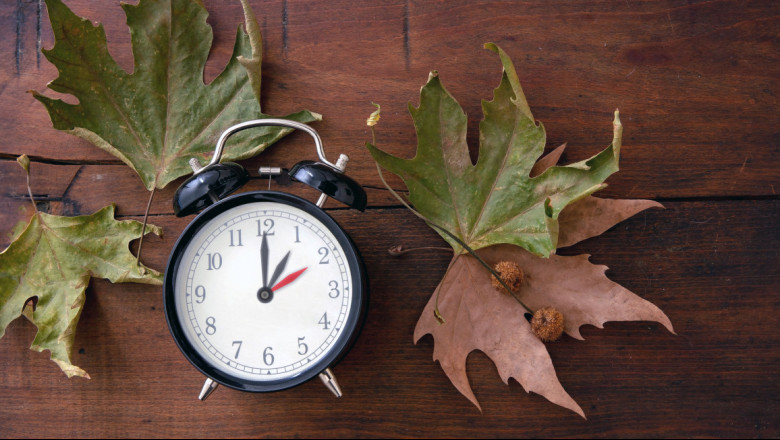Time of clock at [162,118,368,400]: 1:00
